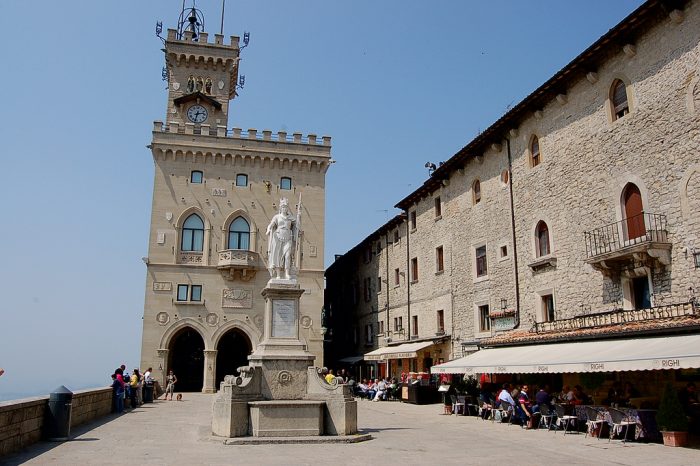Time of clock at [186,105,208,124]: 2:32
